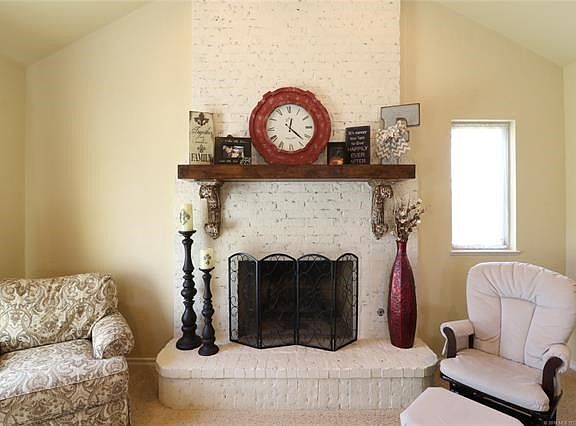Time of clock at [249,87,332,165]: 12:22
